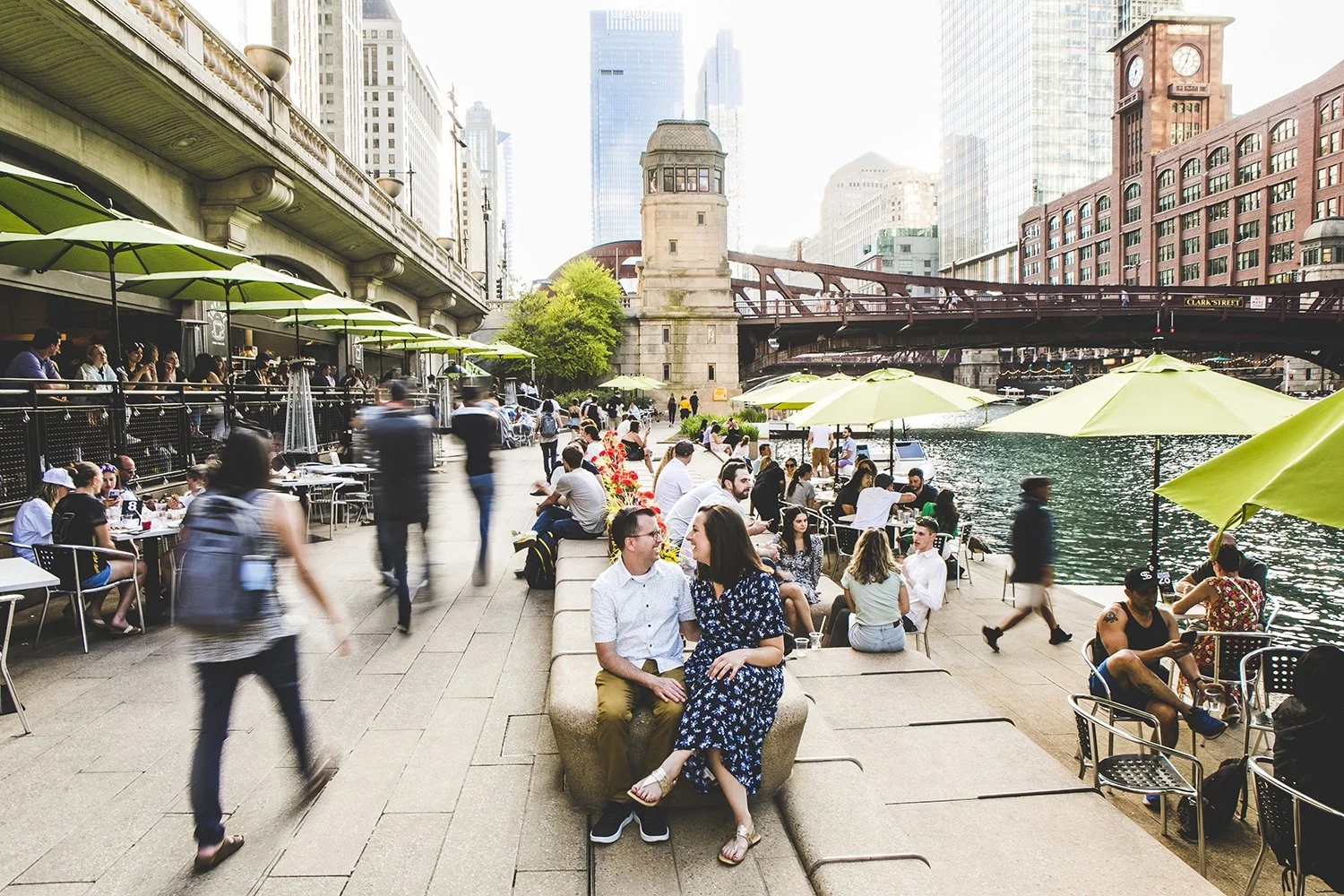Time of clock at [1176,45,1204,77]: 7:03
